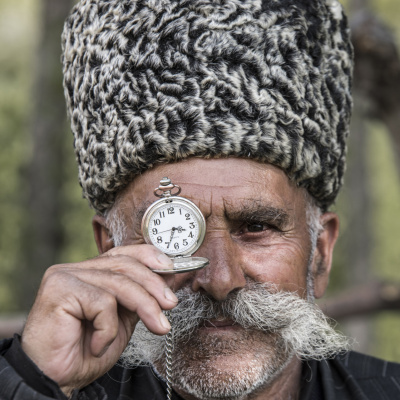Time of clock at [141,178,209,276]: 3:34
